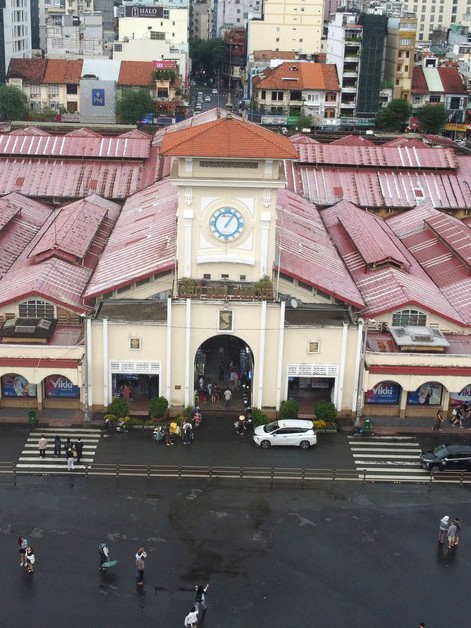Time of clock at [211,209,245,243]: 1:05
